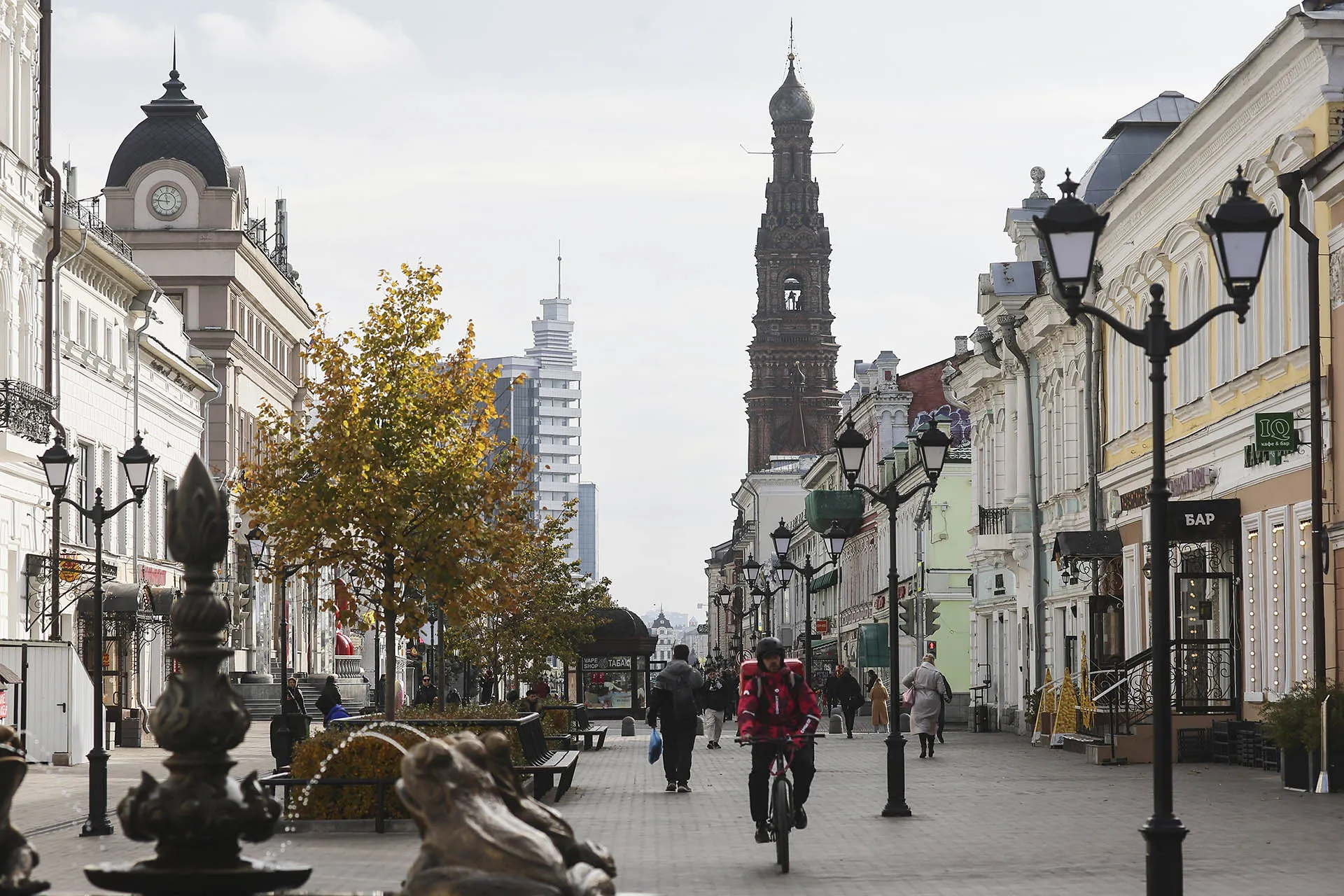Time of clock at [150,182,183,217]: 11:46
